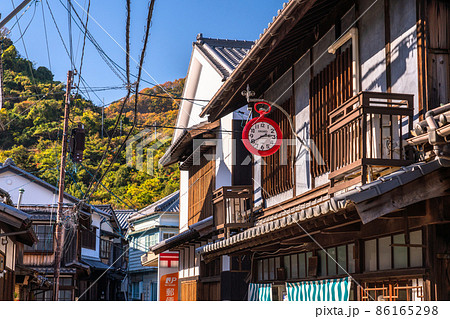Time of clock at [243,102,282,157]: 2:40
